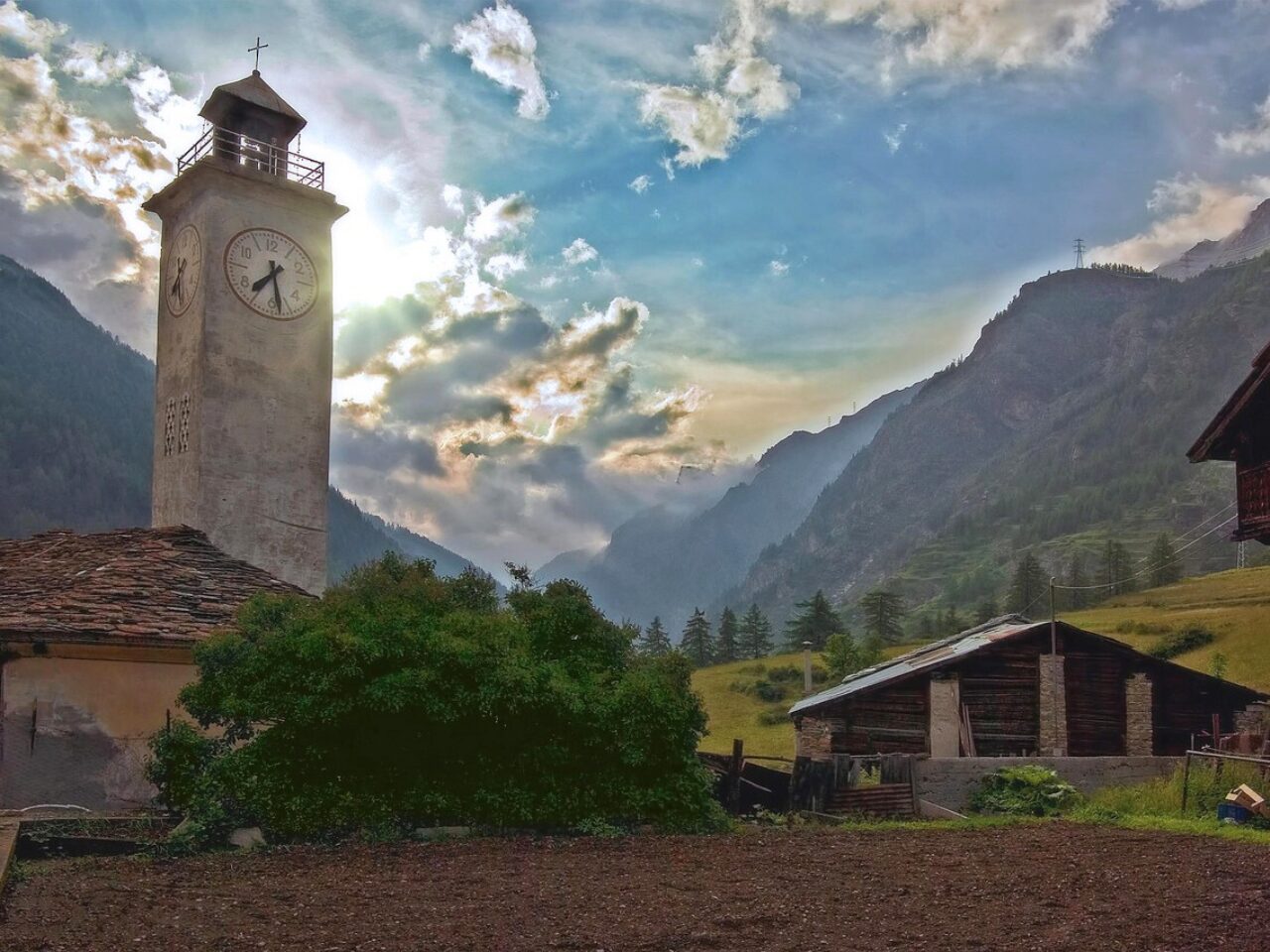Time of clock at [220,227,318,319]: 7:28
